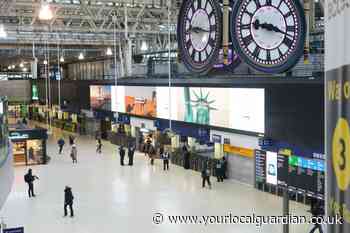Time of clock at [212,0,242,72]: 9:16
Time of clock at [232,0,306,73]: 9:18
